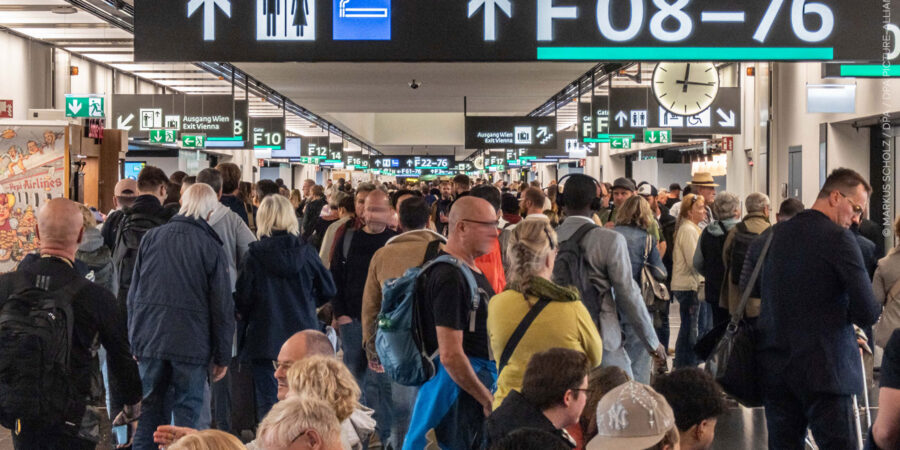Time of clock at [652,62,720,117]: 12:16
